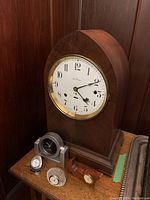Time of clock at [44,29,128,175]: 4:10
